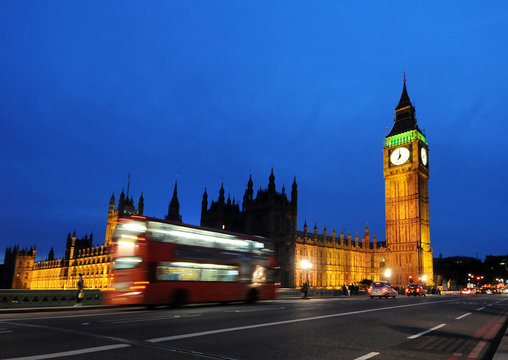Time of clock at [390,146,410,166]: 7:00
